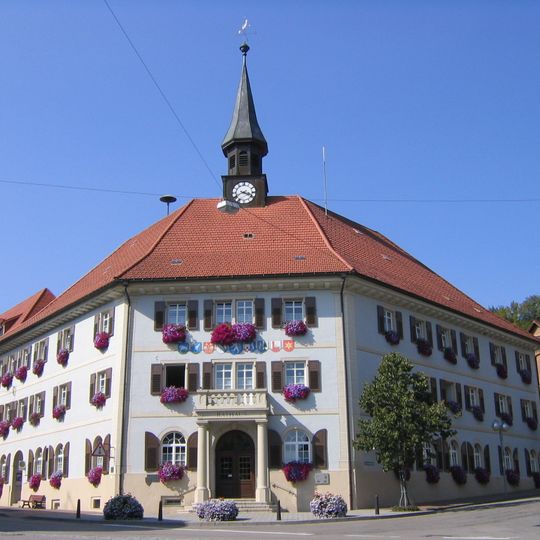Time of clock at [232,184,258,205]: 3:40
